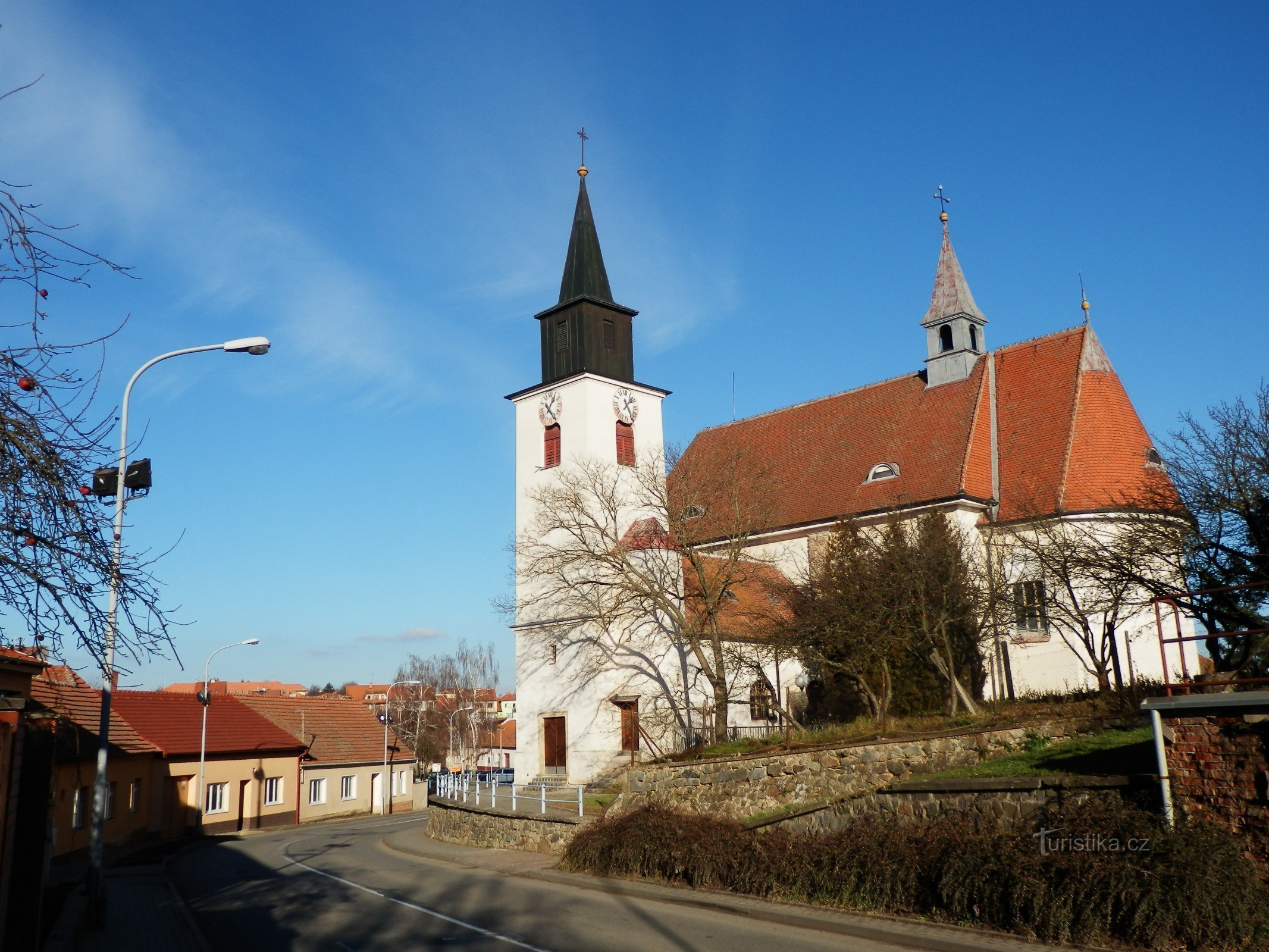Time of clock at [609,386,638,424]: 1:24
